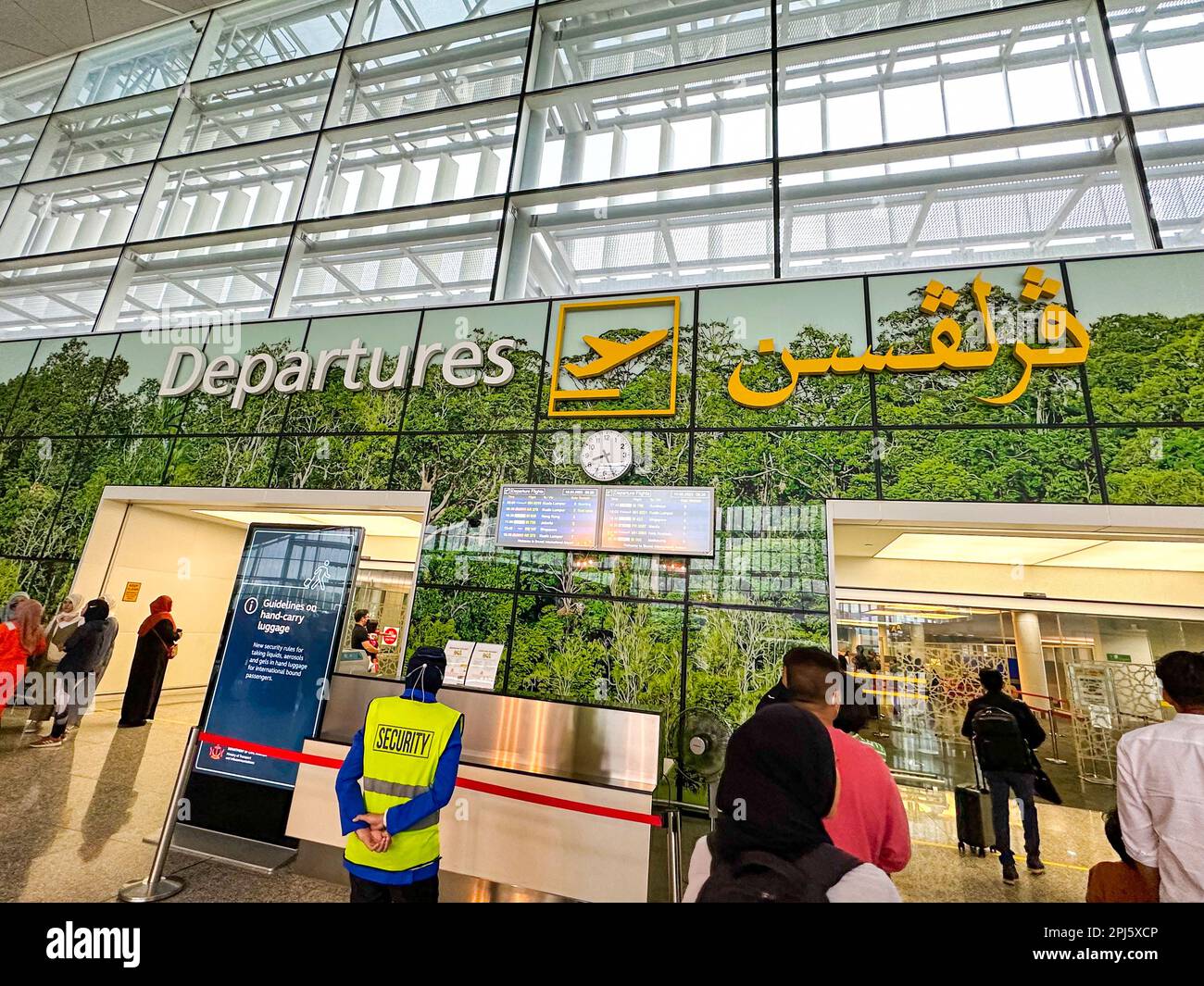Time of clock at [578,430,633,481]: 8:25
